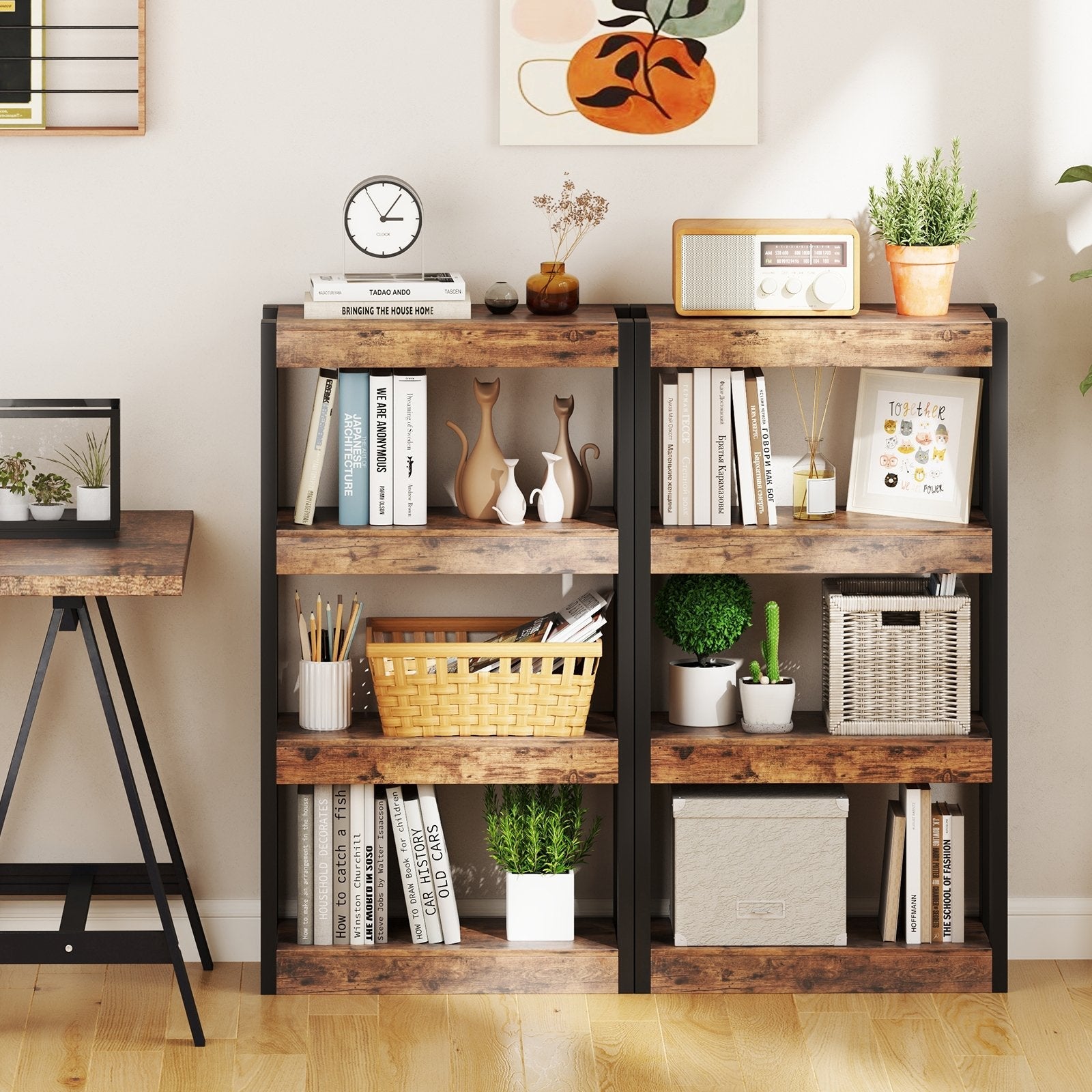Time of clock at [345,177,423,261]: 3:05
